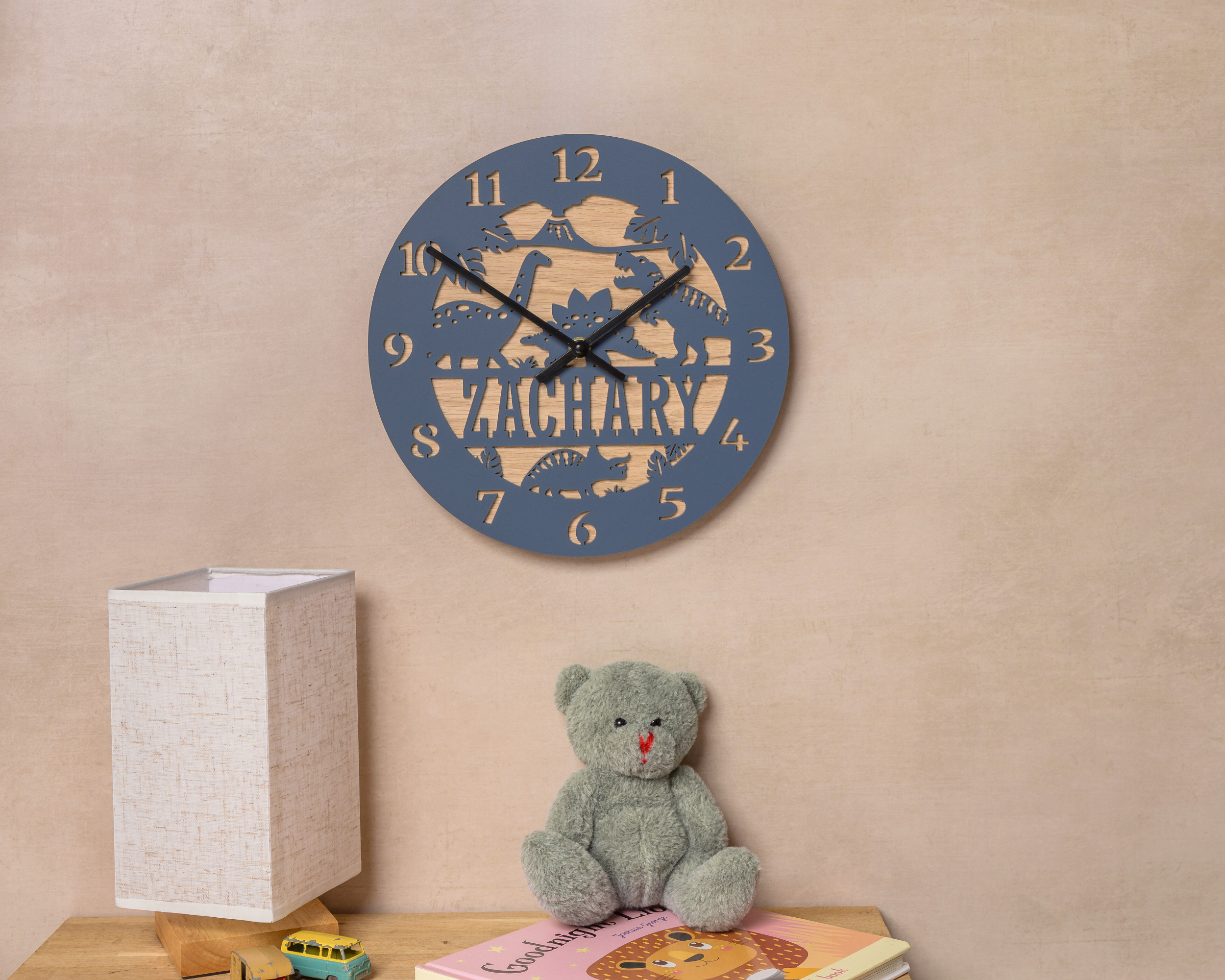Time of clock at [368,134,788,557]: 1:50
